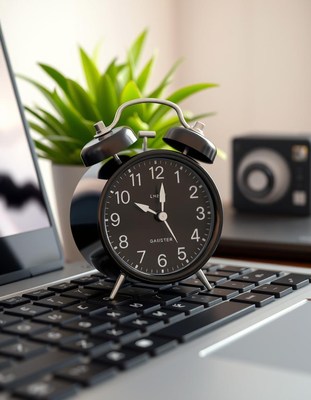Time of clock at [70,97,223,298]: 10:01
